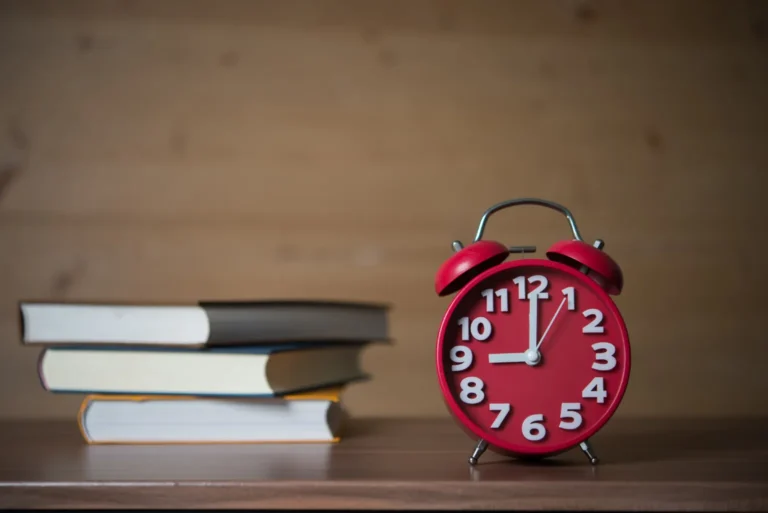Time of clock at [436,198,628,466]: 9:00
